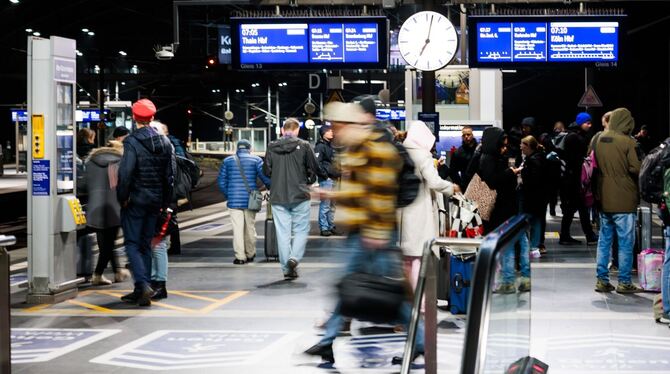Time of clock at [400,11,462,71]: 7:02
